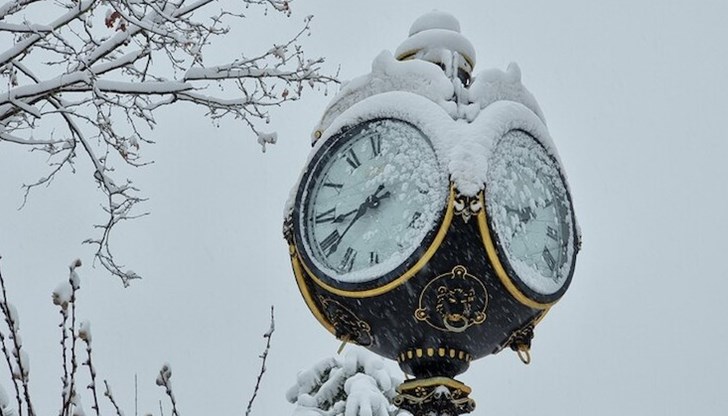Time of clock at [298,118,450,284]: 8:38
